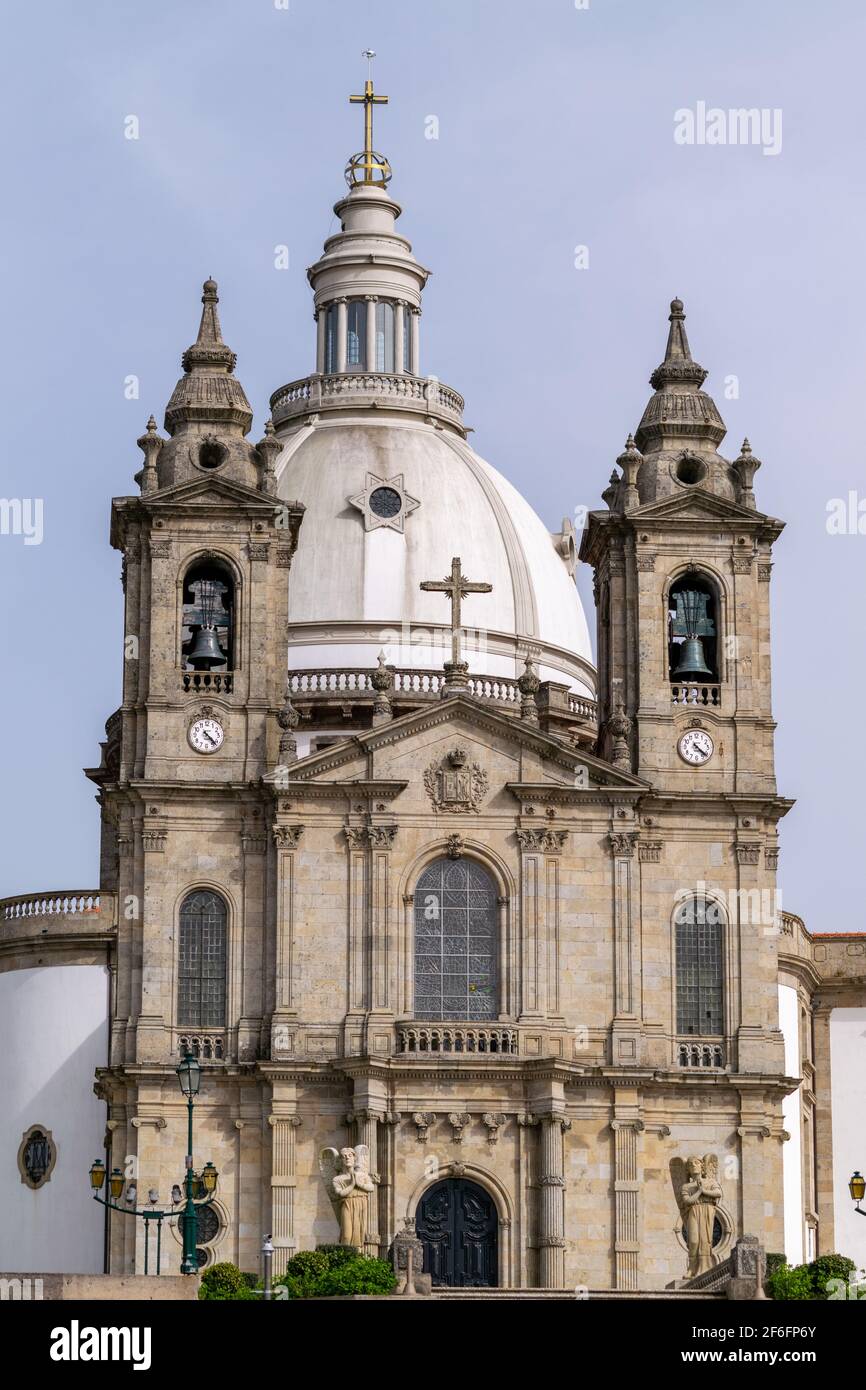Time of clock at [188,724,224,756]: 4:22
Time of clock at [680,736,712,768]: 4:21
